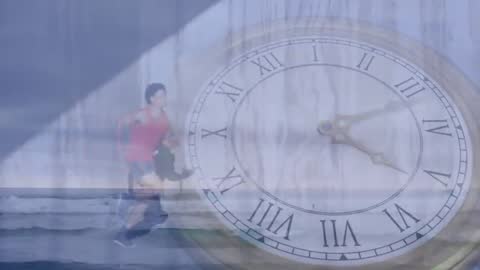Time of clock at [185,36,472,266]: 4:11
